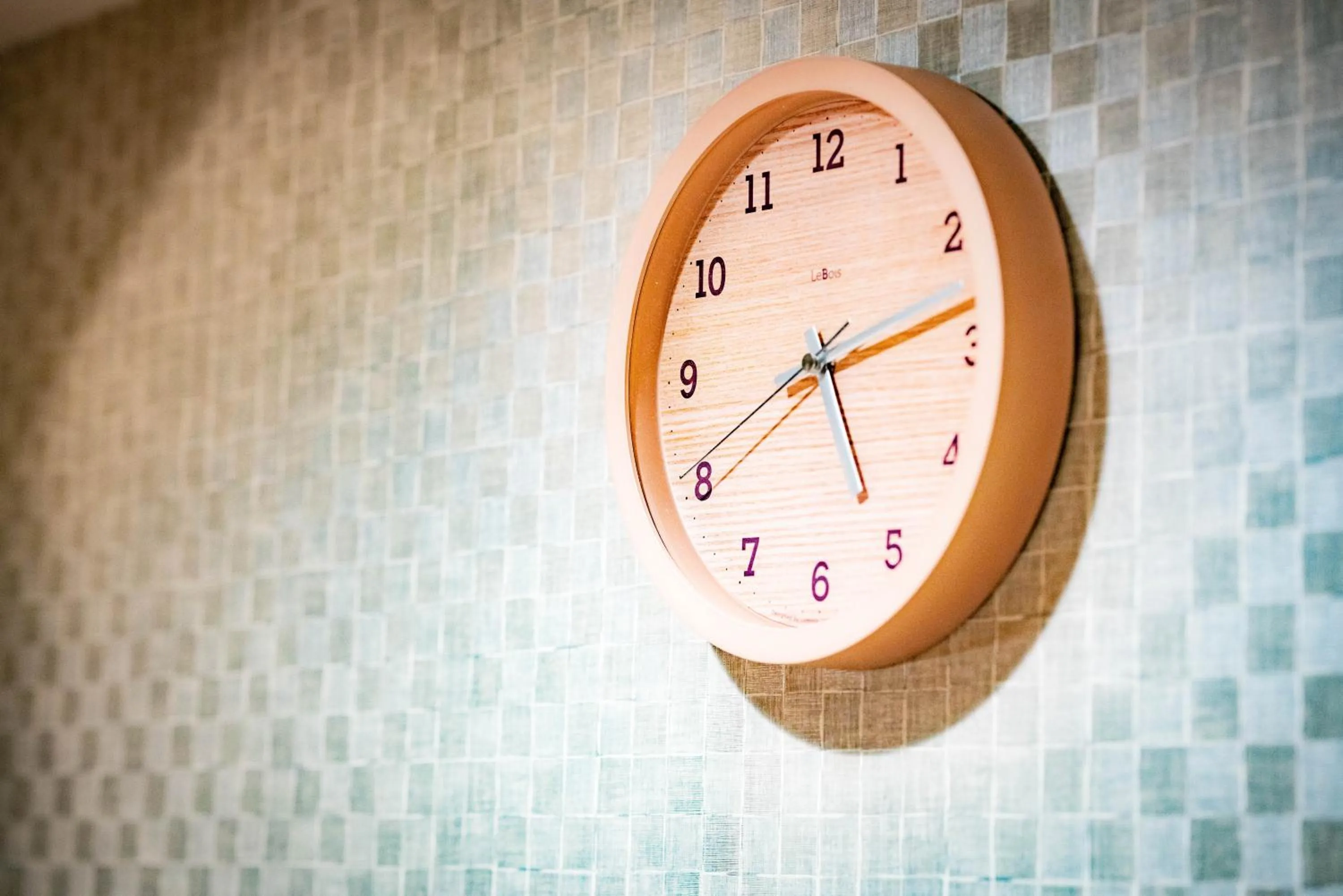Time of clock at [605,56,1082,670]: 8:12
